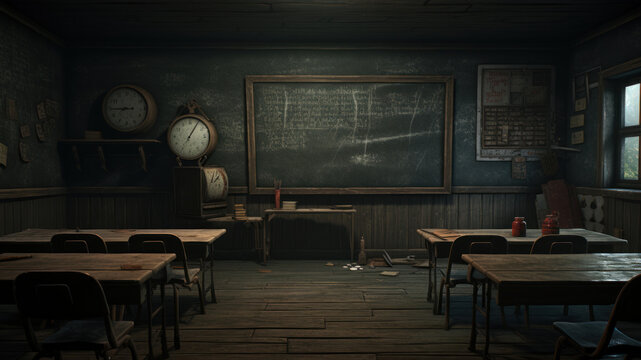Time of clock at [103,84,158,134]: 8:44
